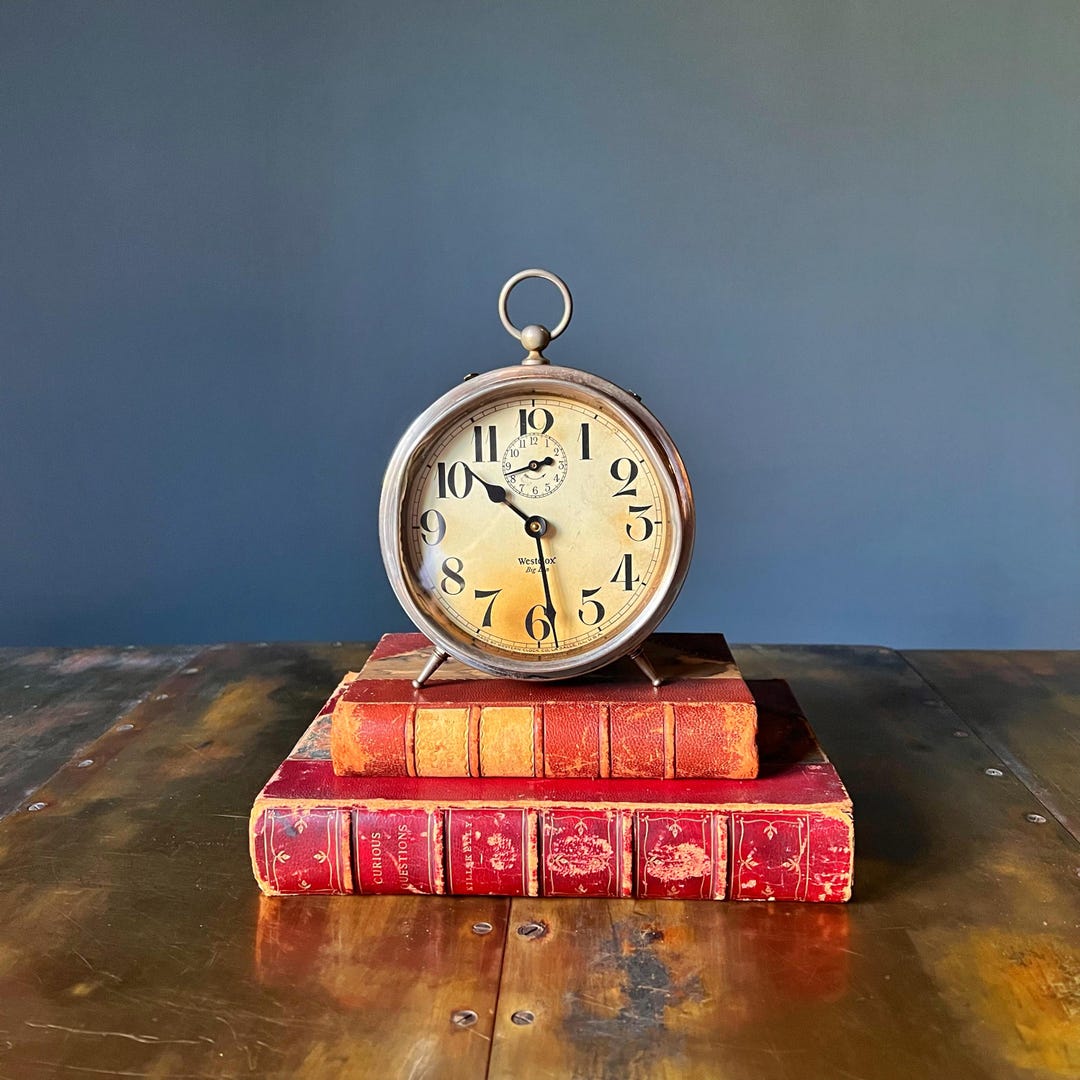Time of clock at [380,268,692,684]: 10:28
